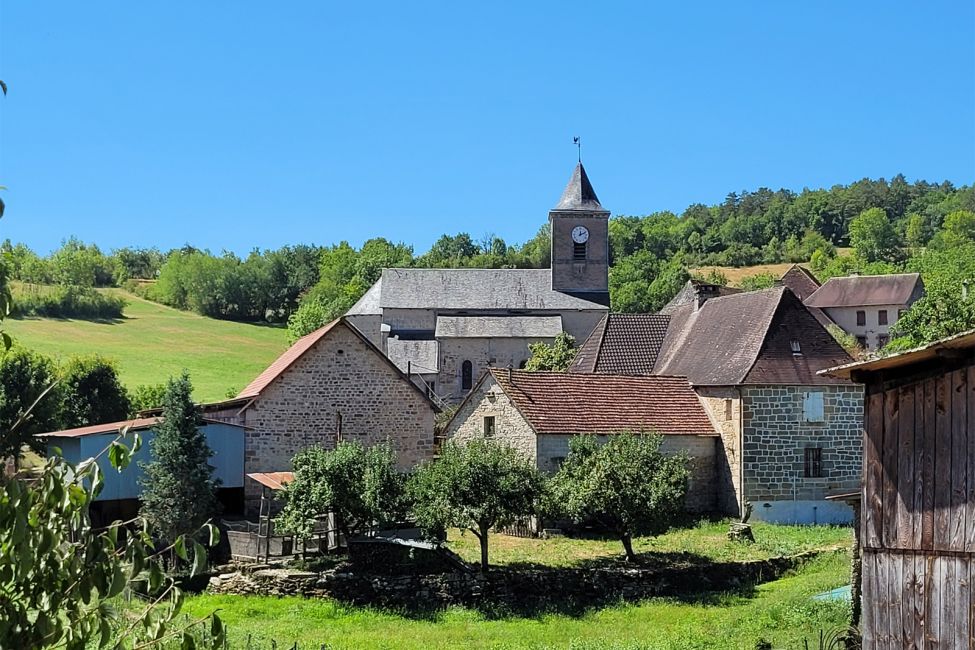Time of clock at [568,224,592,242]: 12:10
